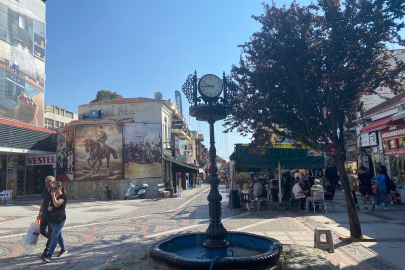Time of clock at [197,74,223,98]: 9:44
